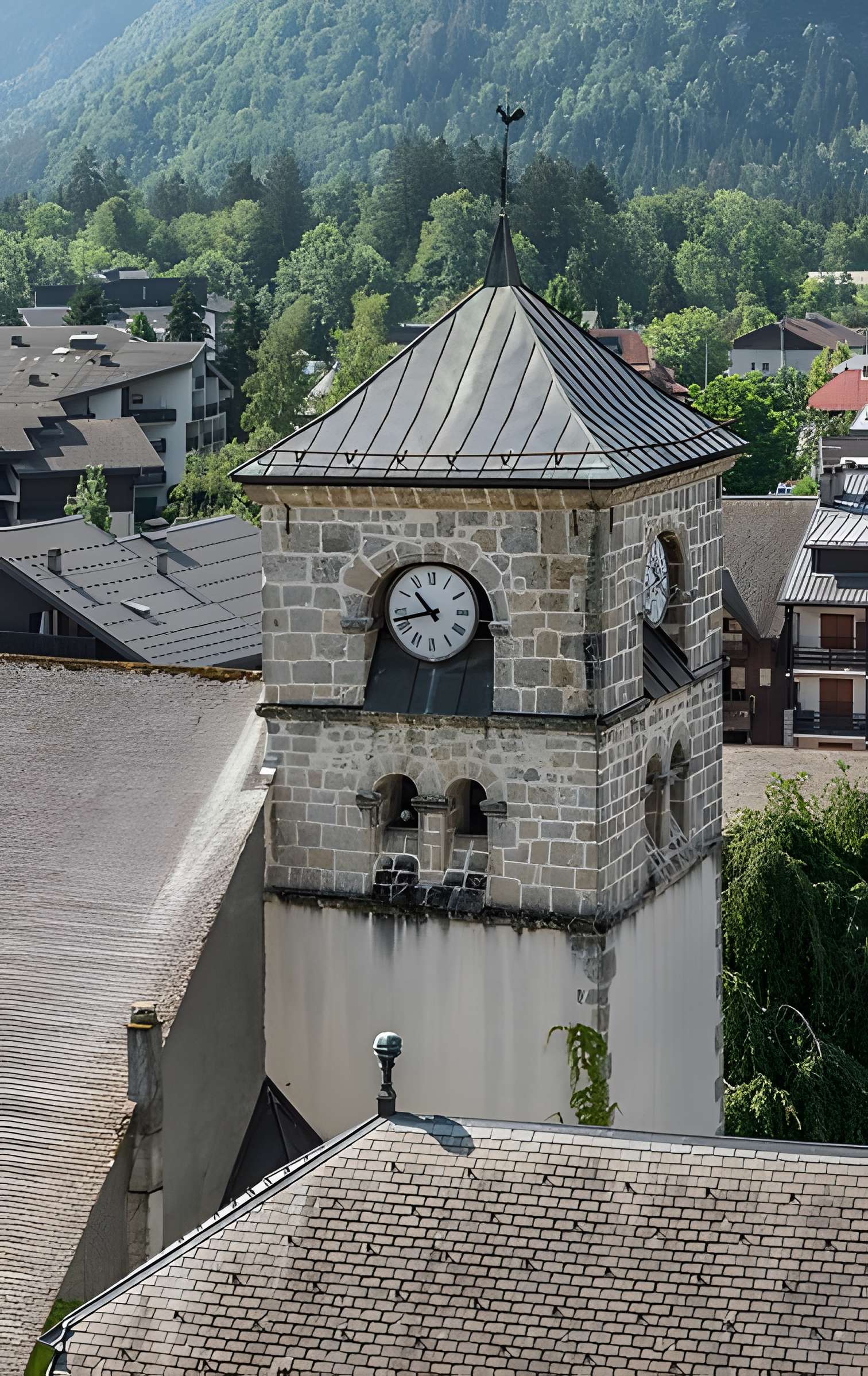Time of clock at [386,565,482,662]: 10:42
